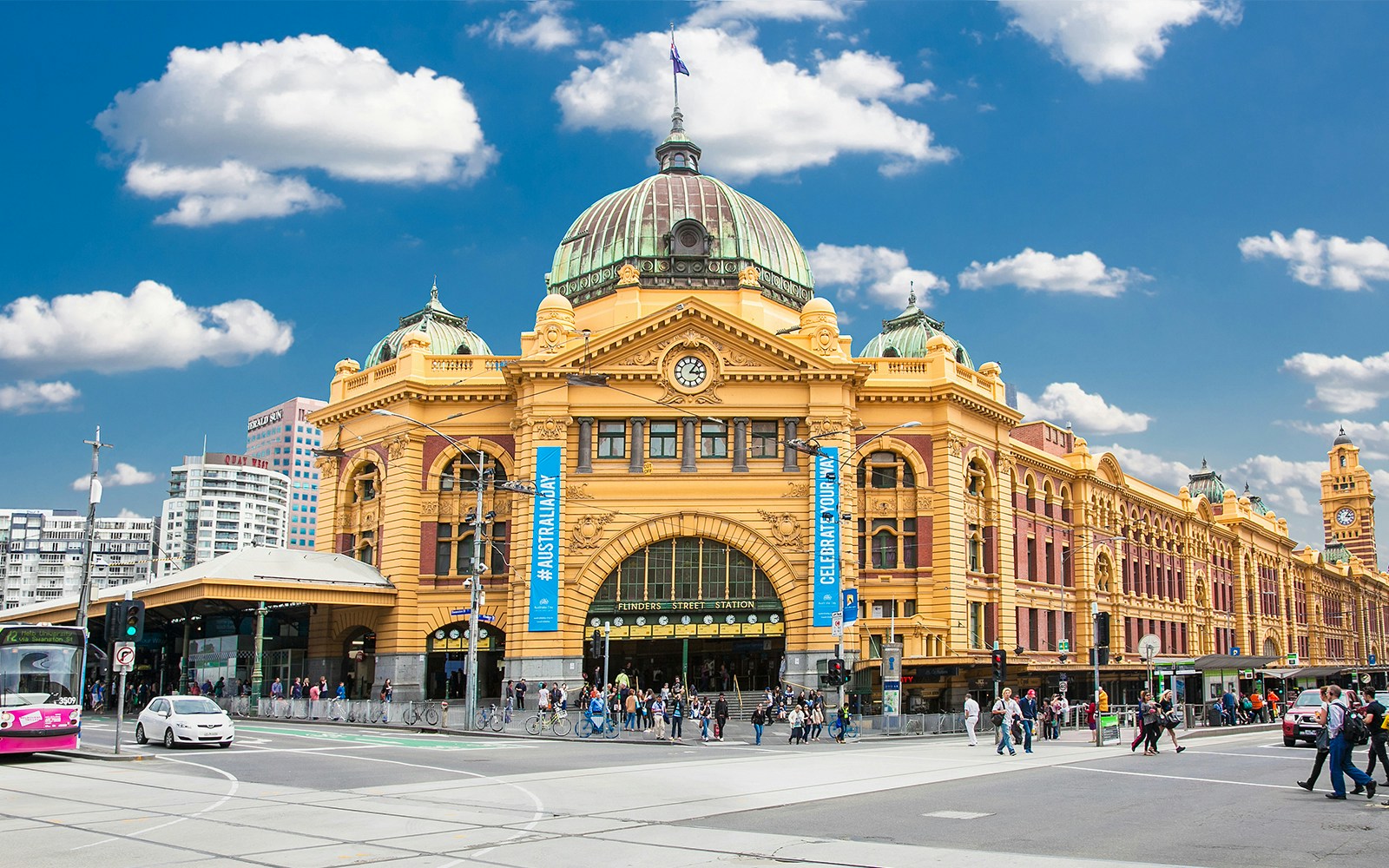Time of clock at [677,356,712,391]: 3:06
